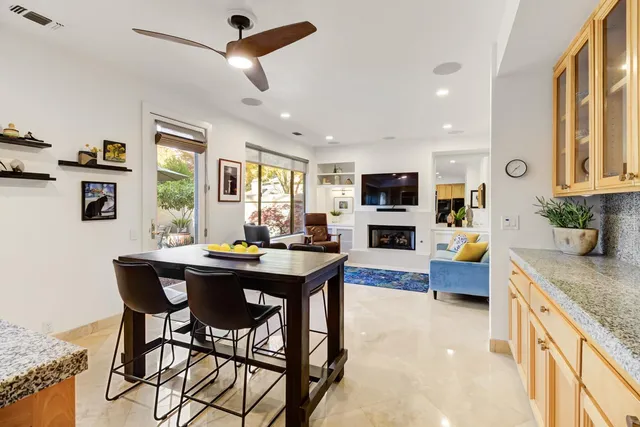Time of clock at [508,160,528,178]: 1:36
